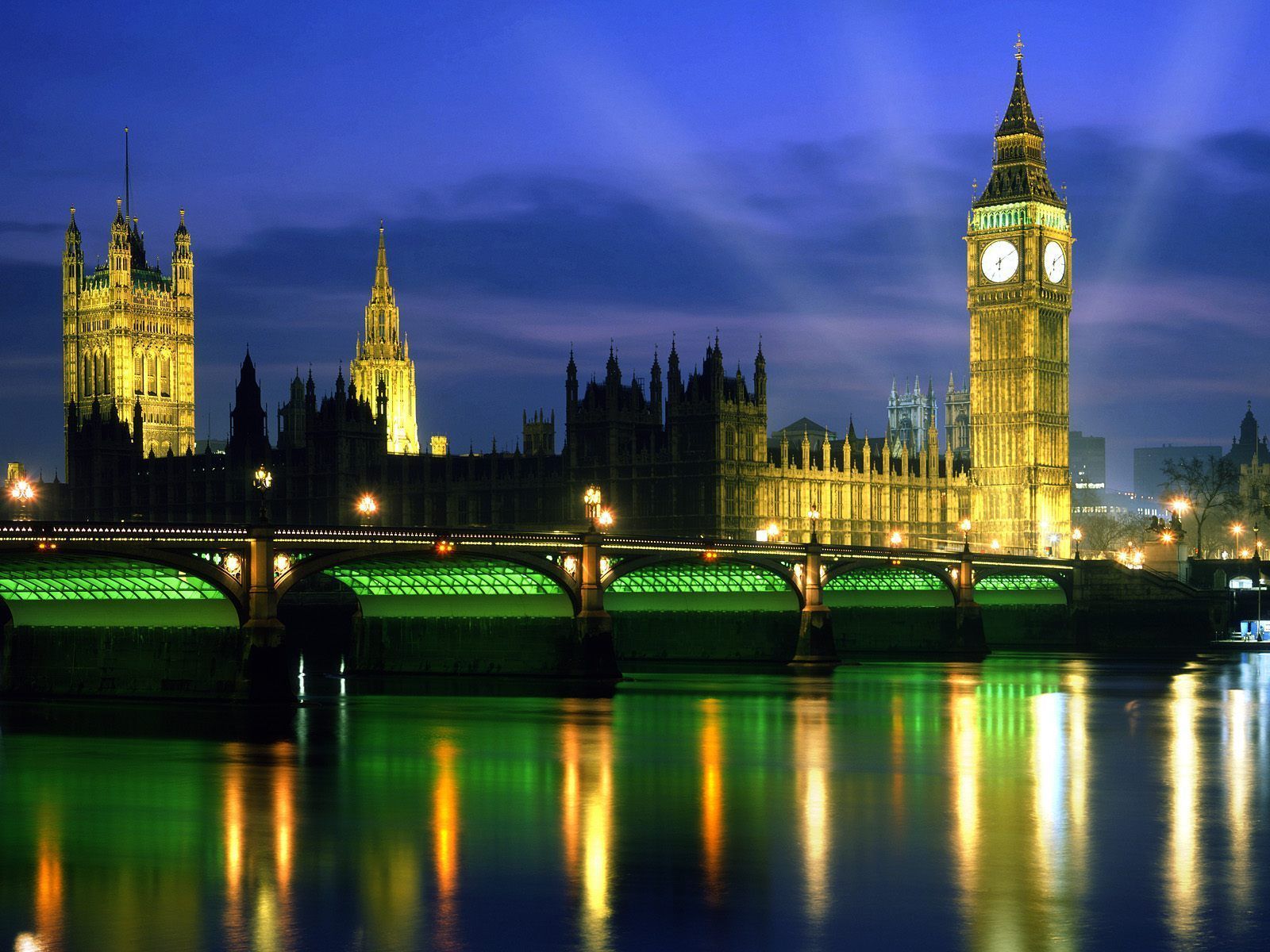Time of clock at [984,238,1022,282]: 6:09
